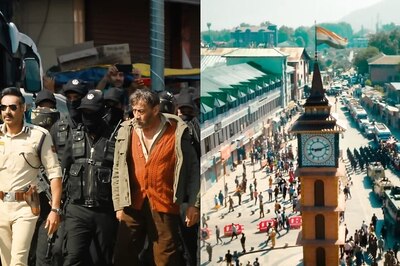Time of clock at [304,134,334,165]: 9:11
